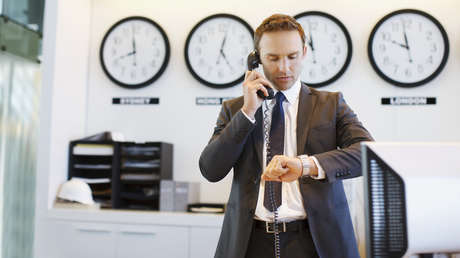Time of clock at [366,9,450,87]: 11:48
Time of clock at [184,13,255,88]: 12:24
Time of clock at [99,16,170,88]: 11:41
